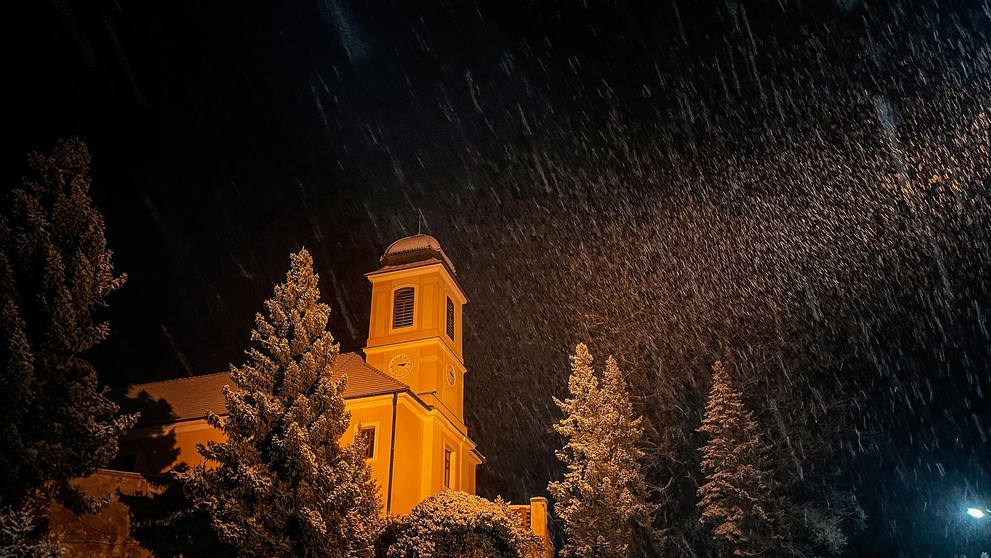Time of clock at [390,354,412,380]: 3:14
